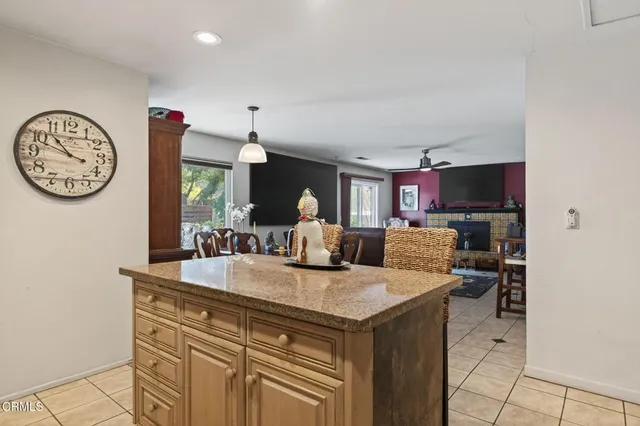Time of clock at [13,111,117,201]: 10:48
